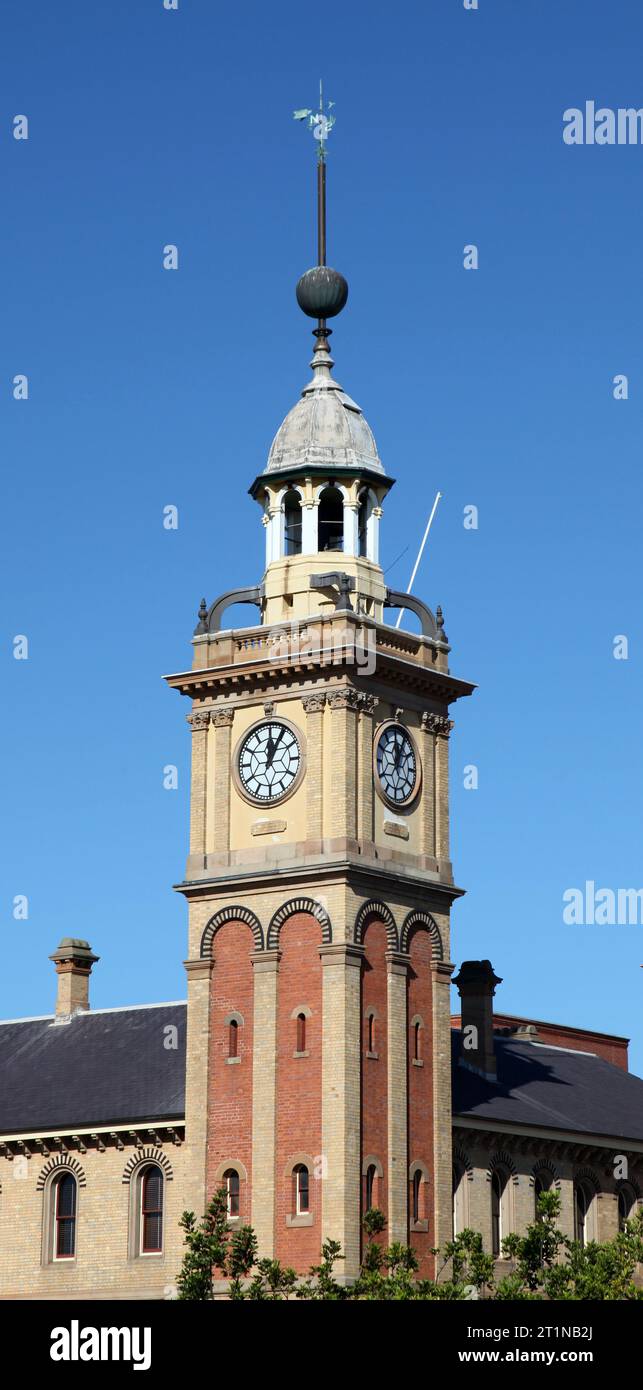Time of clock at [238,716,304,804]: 12:04
